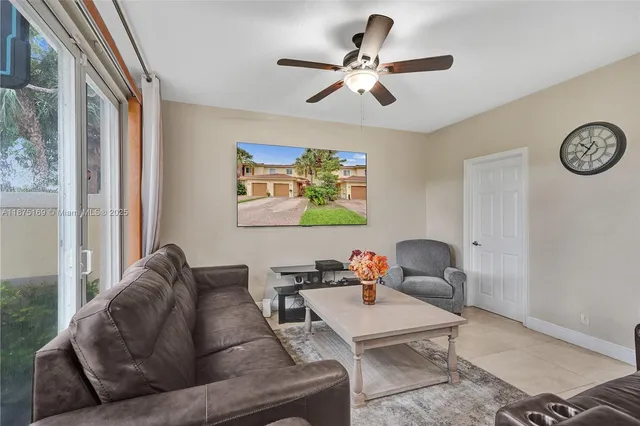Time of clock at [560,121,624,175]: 10:36
